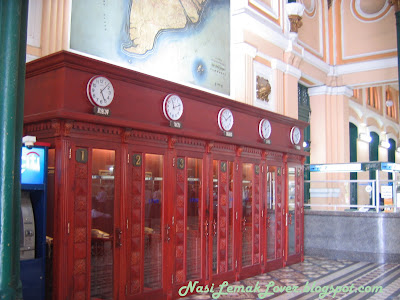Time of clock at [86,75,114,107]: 5:07
